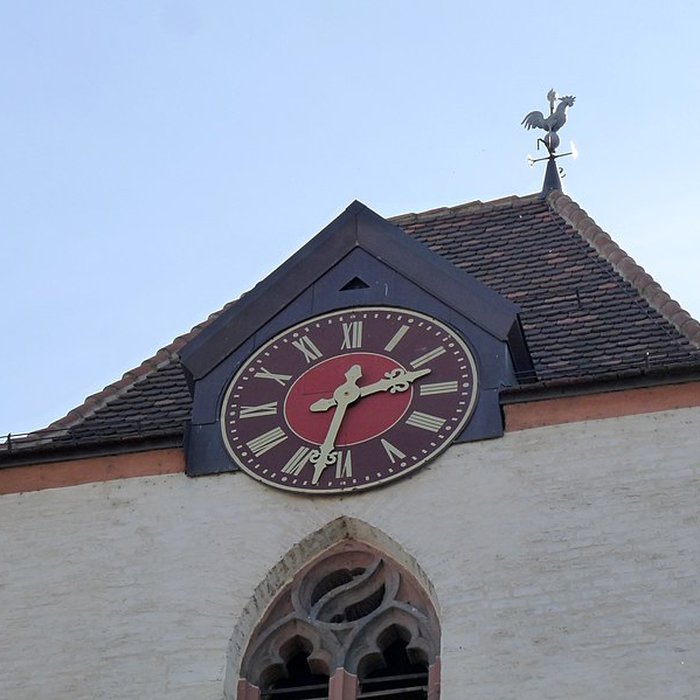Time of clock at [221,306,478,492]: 2:32
